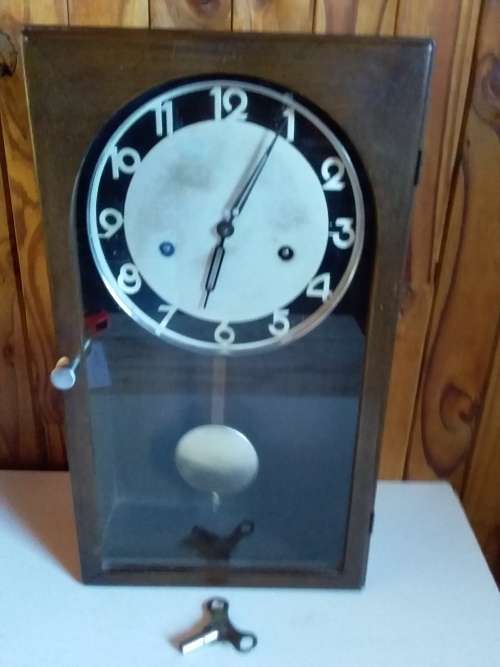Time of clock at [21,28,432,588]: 6:04
